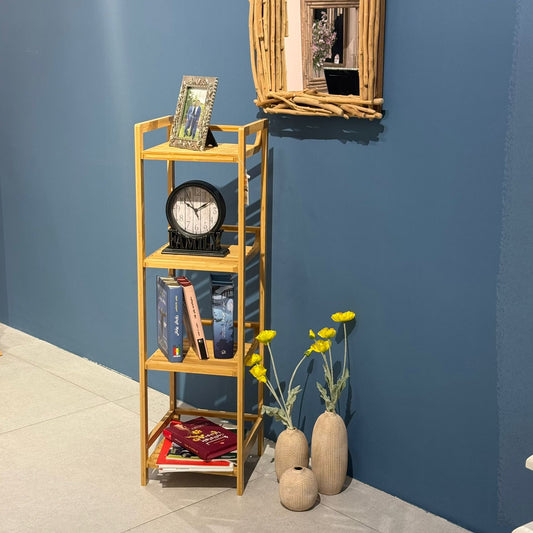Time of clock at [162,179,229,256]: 1:51
